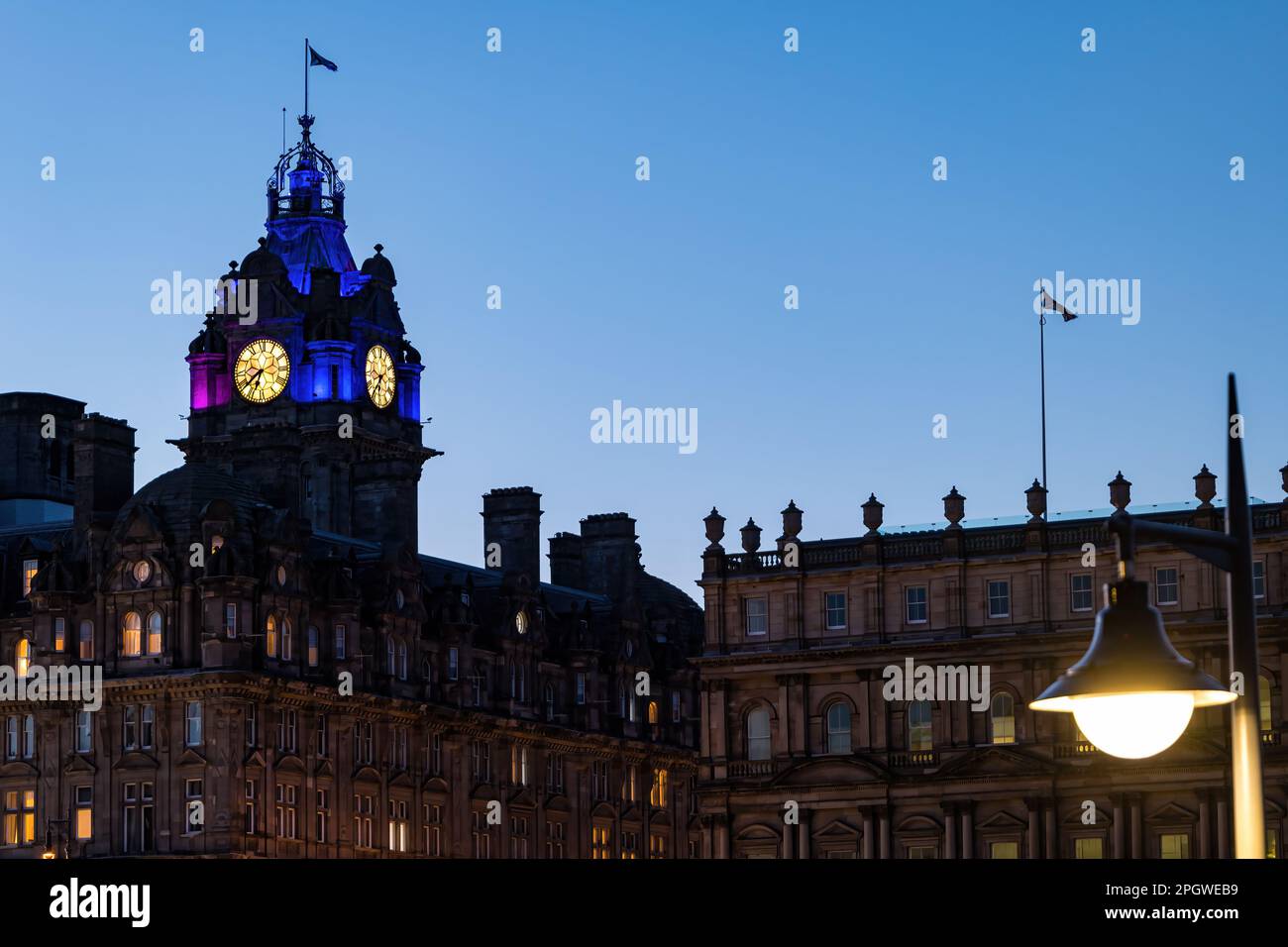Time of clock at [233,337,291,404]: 6:38
